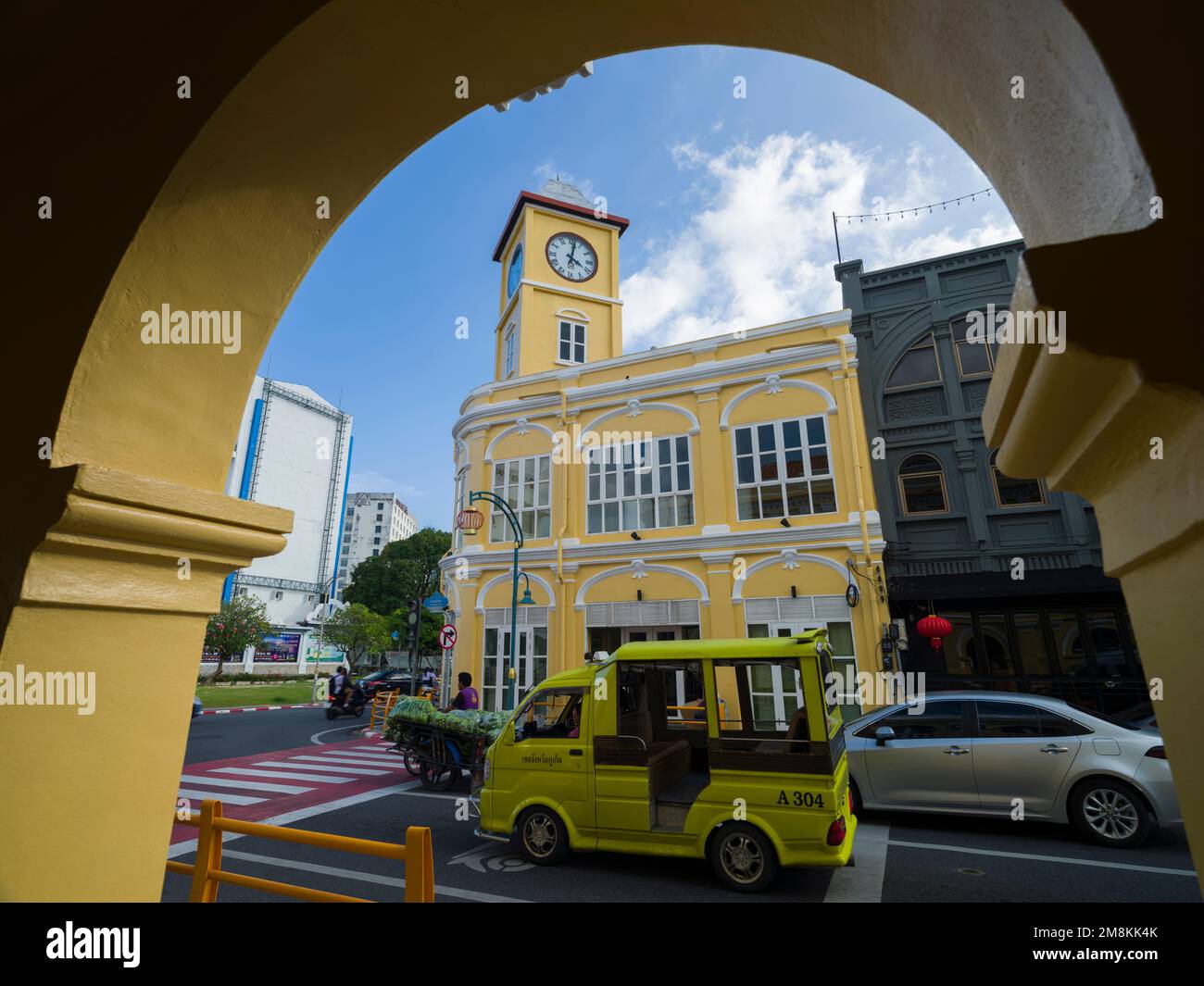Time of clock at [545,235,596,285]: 4:02
